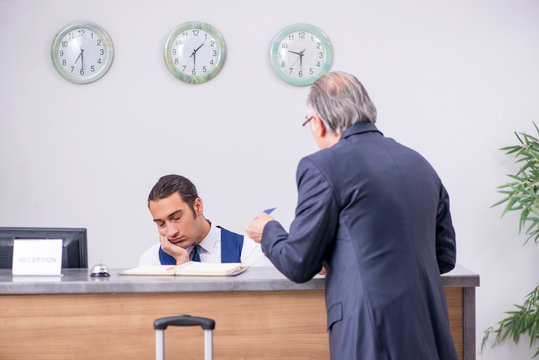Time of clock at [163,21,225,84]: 1:29
